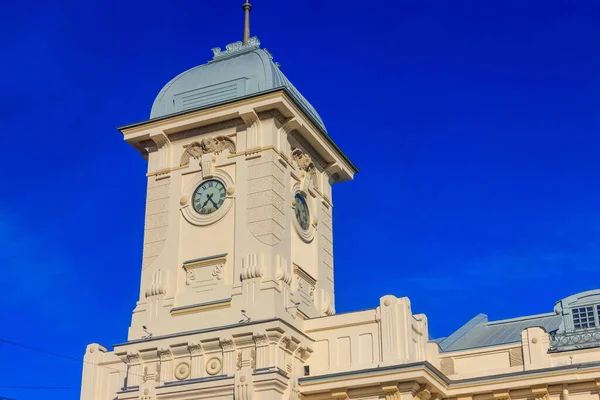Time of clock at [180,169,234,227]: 7:23
